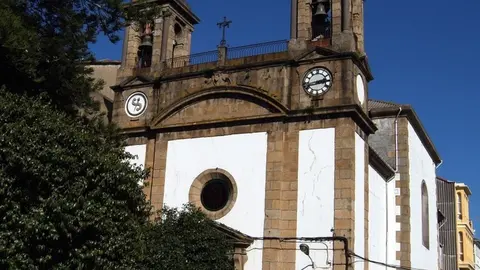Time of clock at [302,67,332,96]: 2:42
